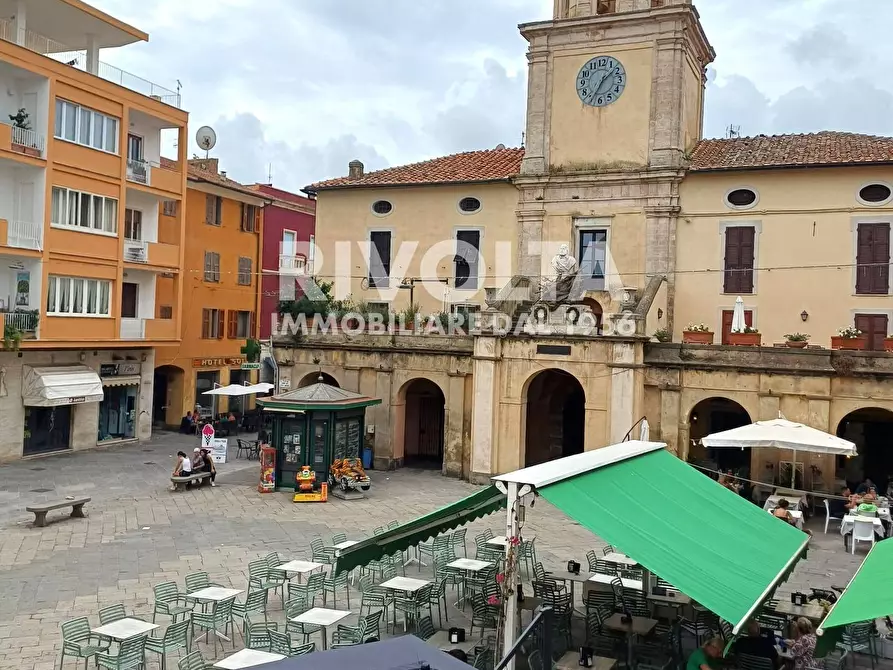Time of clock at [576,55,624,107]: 1:34
